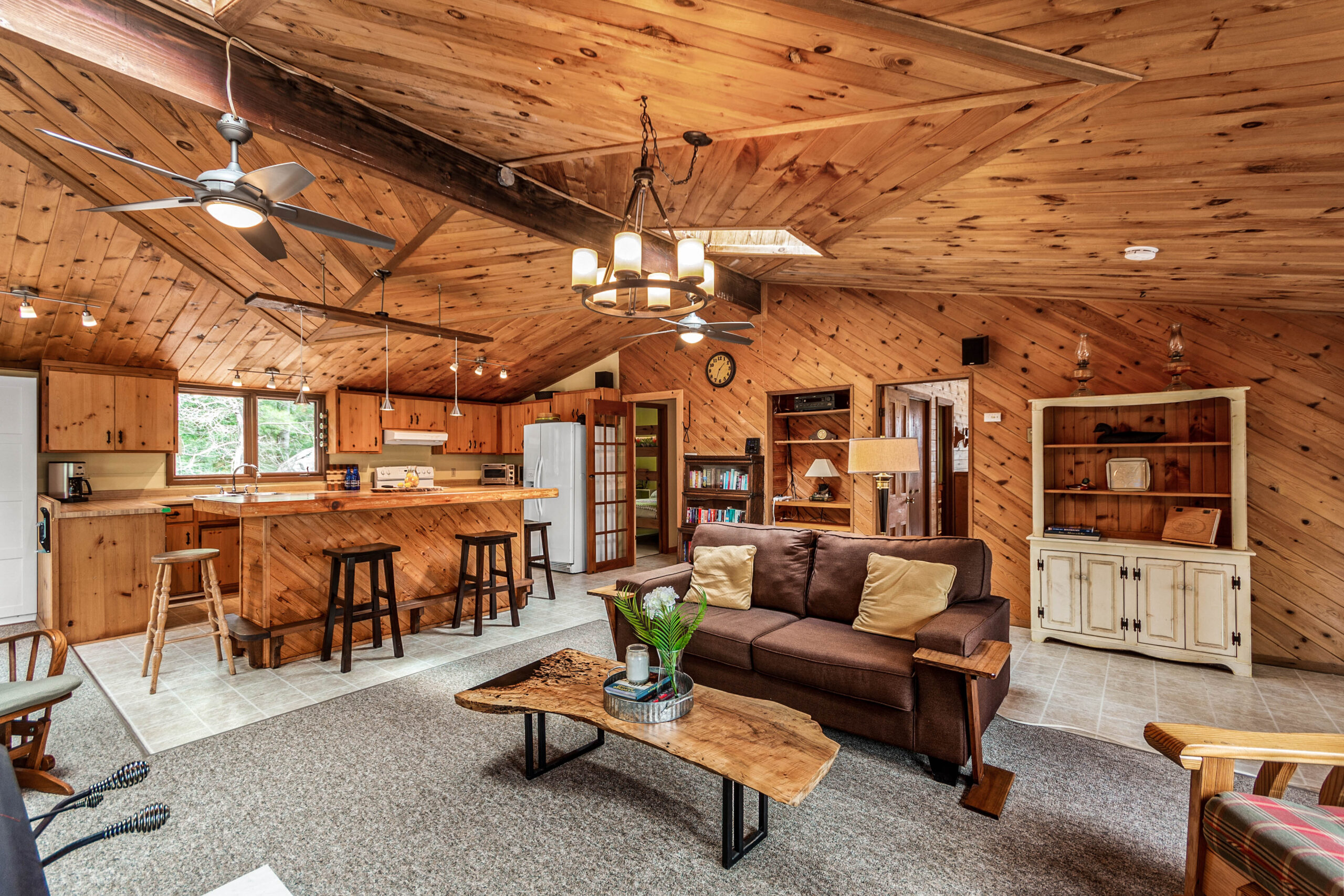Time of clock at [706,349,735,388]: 1:33
